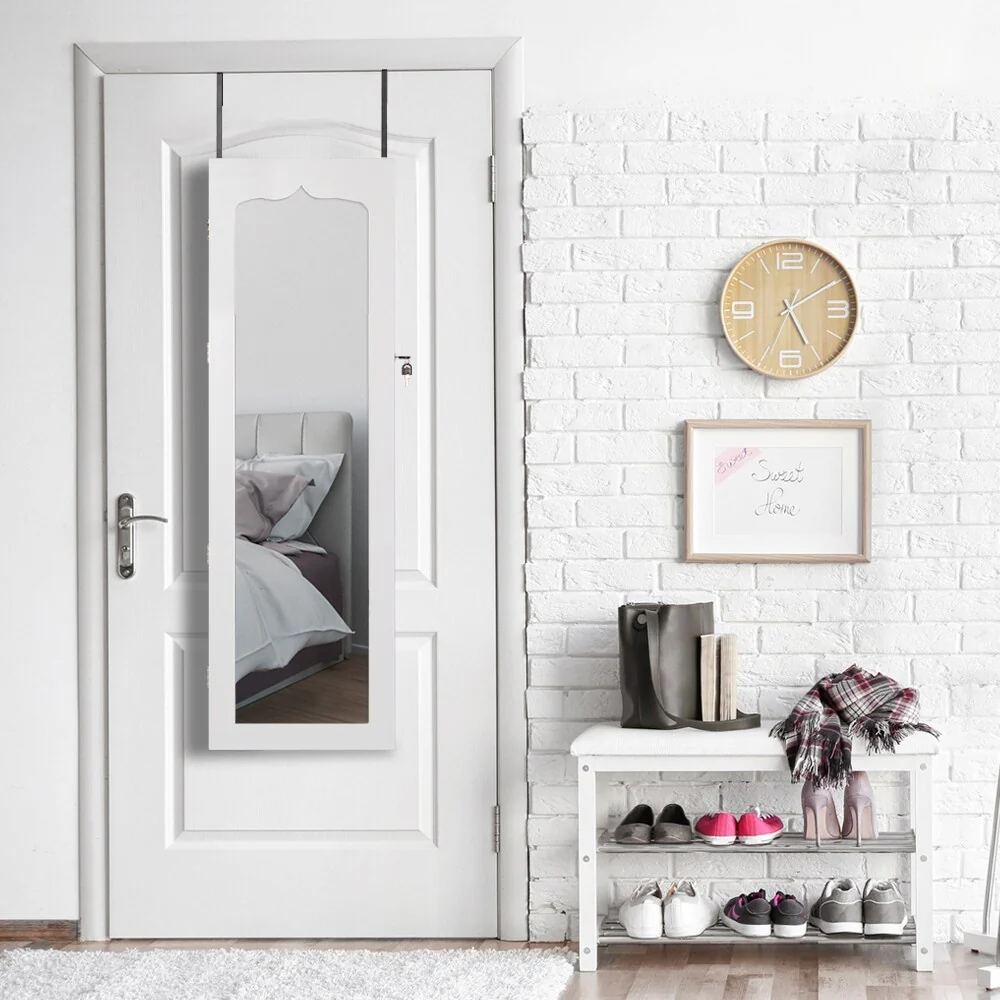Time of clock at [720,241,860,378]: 5:09
